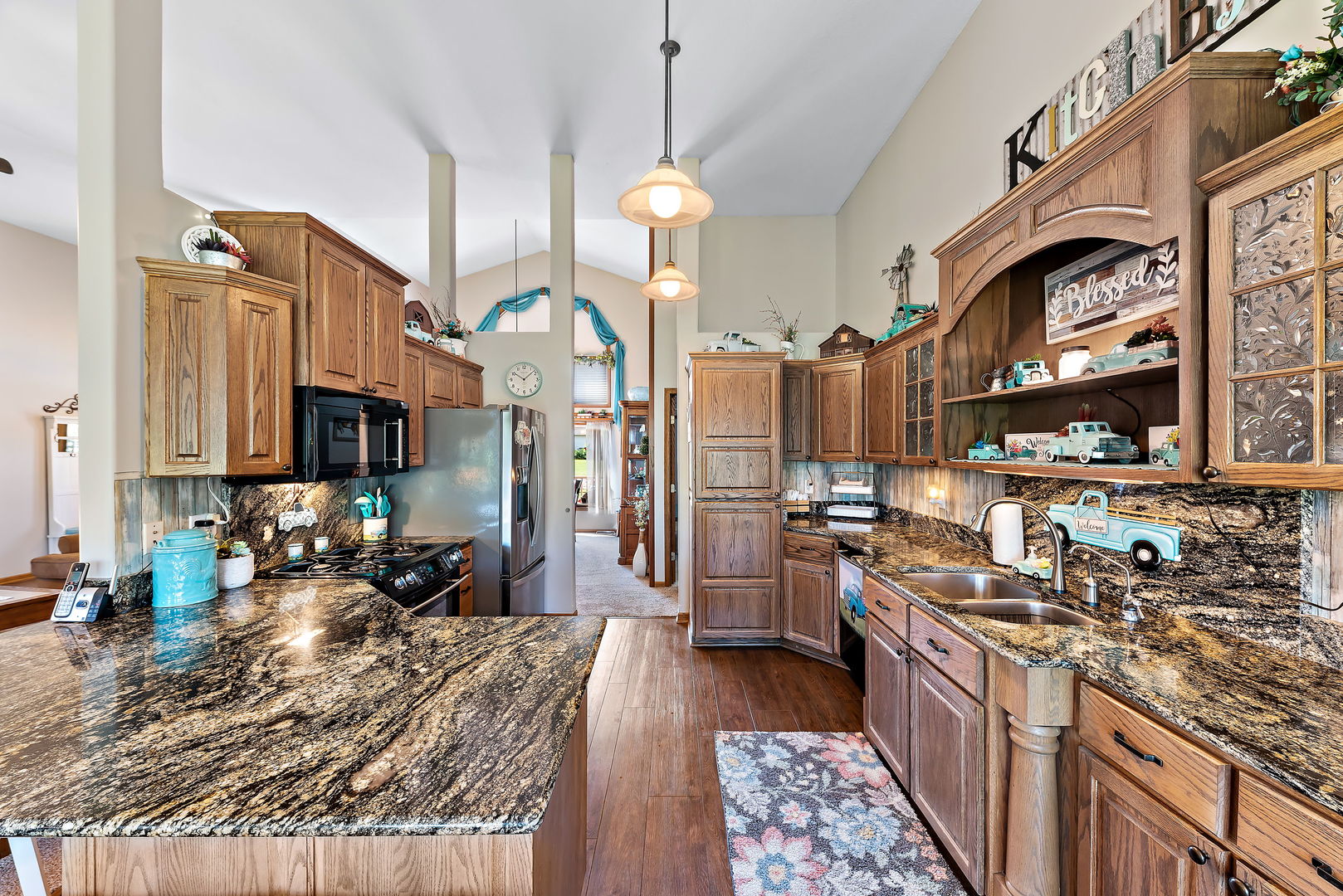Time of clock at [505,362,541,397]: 10:07
